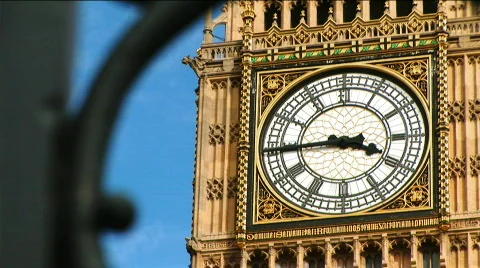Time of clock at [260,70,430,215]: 3:44
